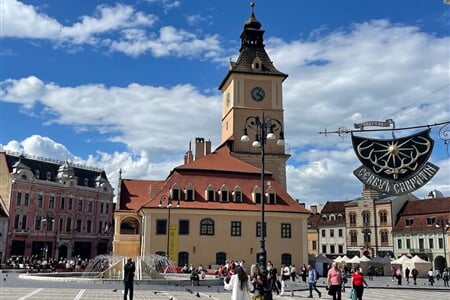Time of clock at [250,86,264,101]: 4:04
